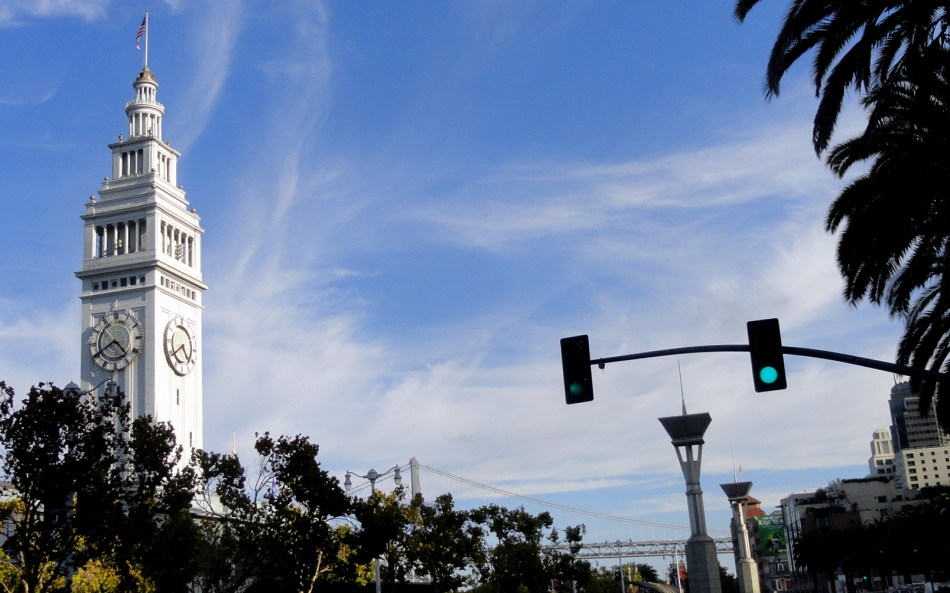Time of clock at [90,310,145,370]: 4:40
